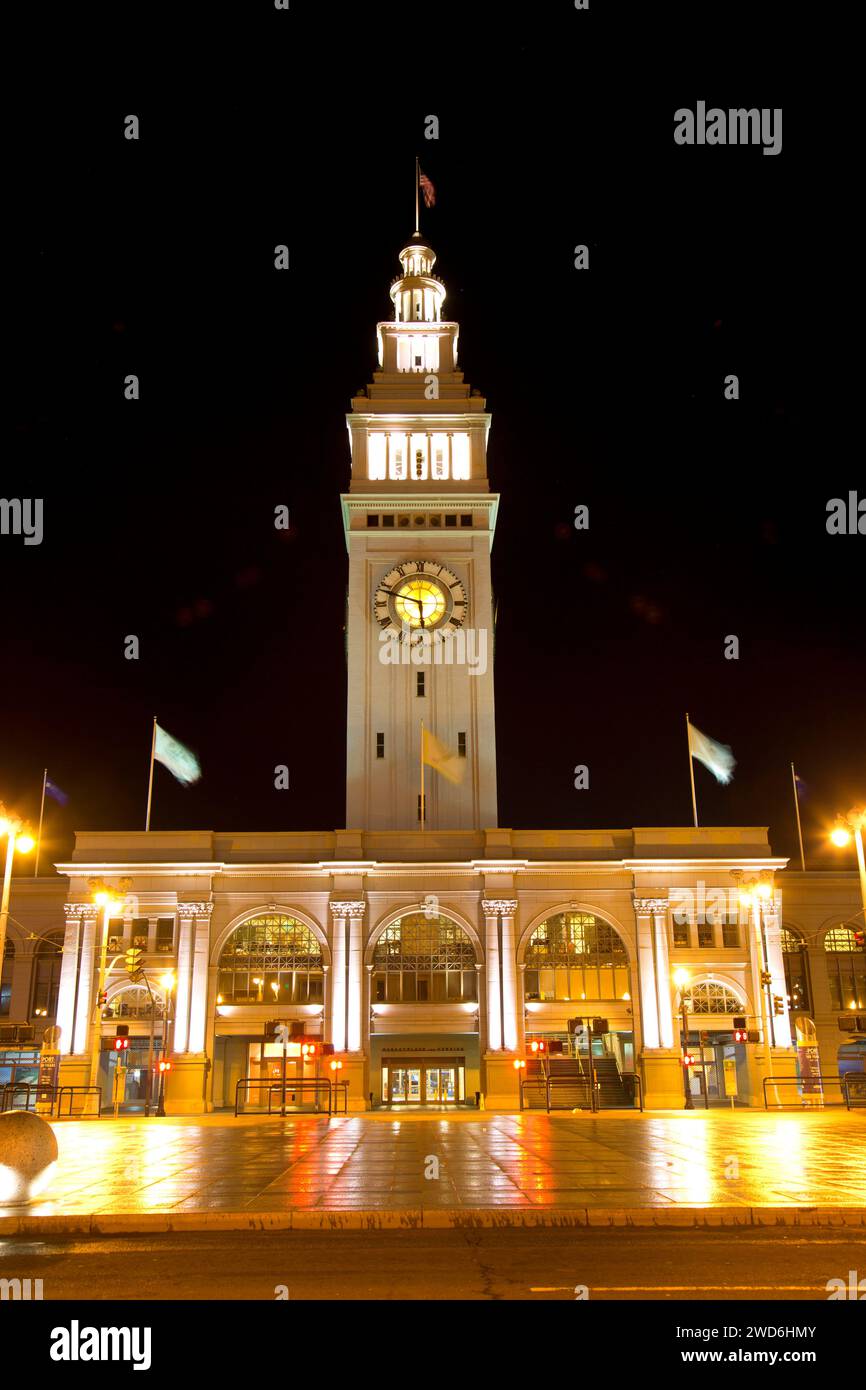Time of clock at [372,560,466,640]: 5:48
